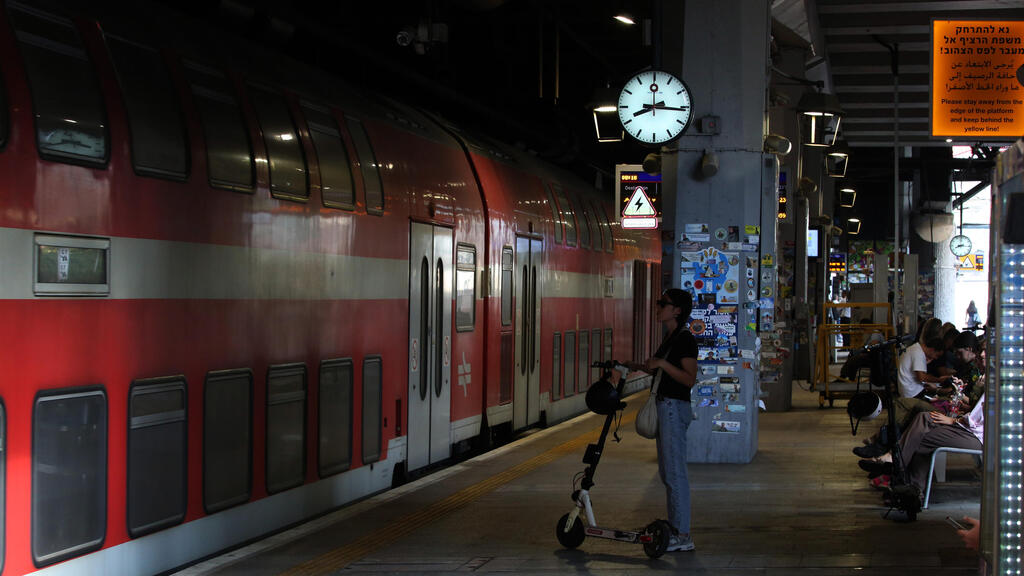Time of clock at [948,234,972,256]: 8:16
